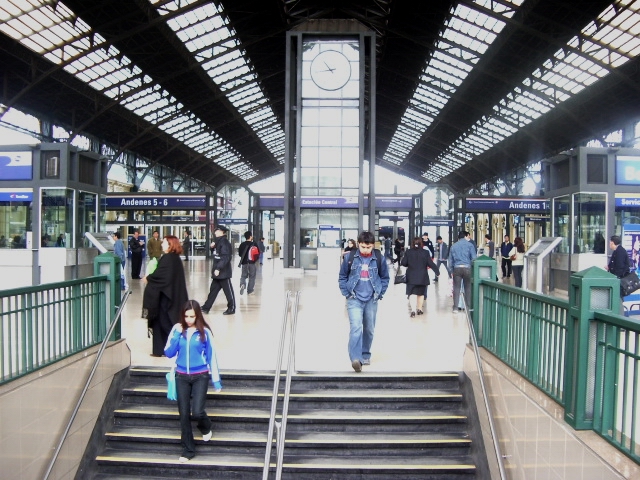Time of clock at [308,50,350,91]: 10:43
